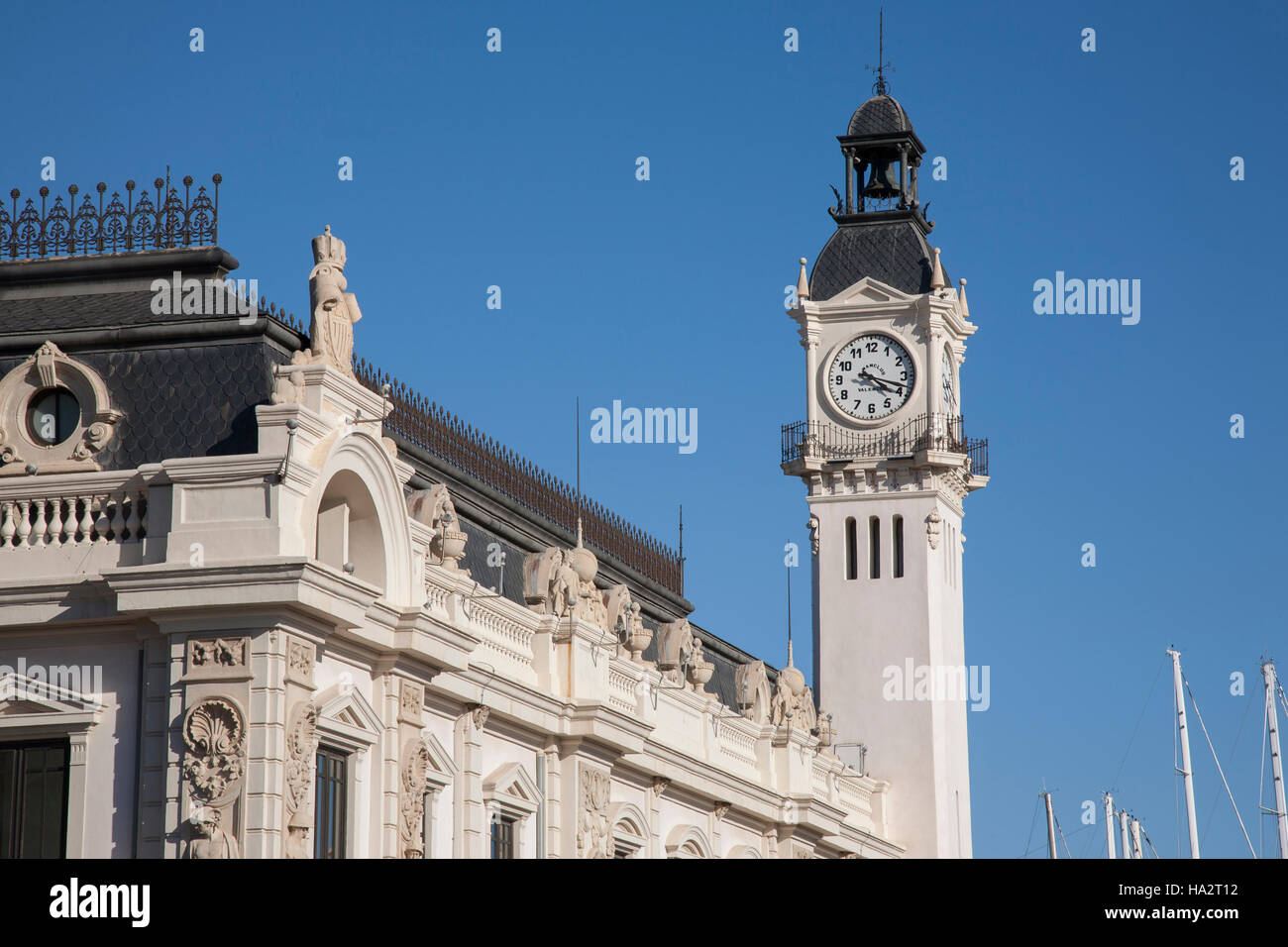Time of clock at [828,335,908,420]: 4:17
